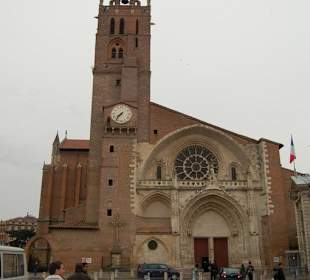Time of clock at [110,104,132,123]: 7:36
